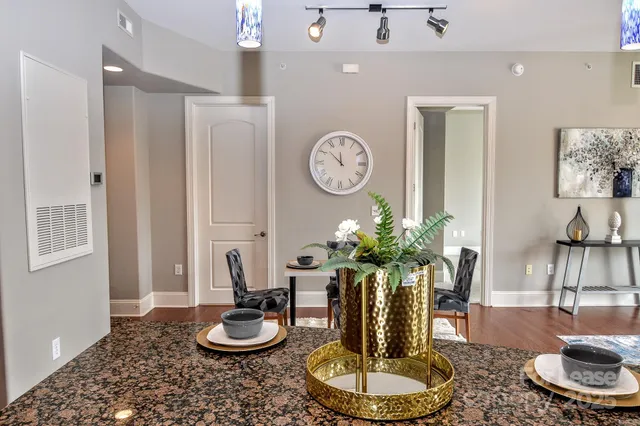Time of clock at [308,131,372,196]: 11:51
